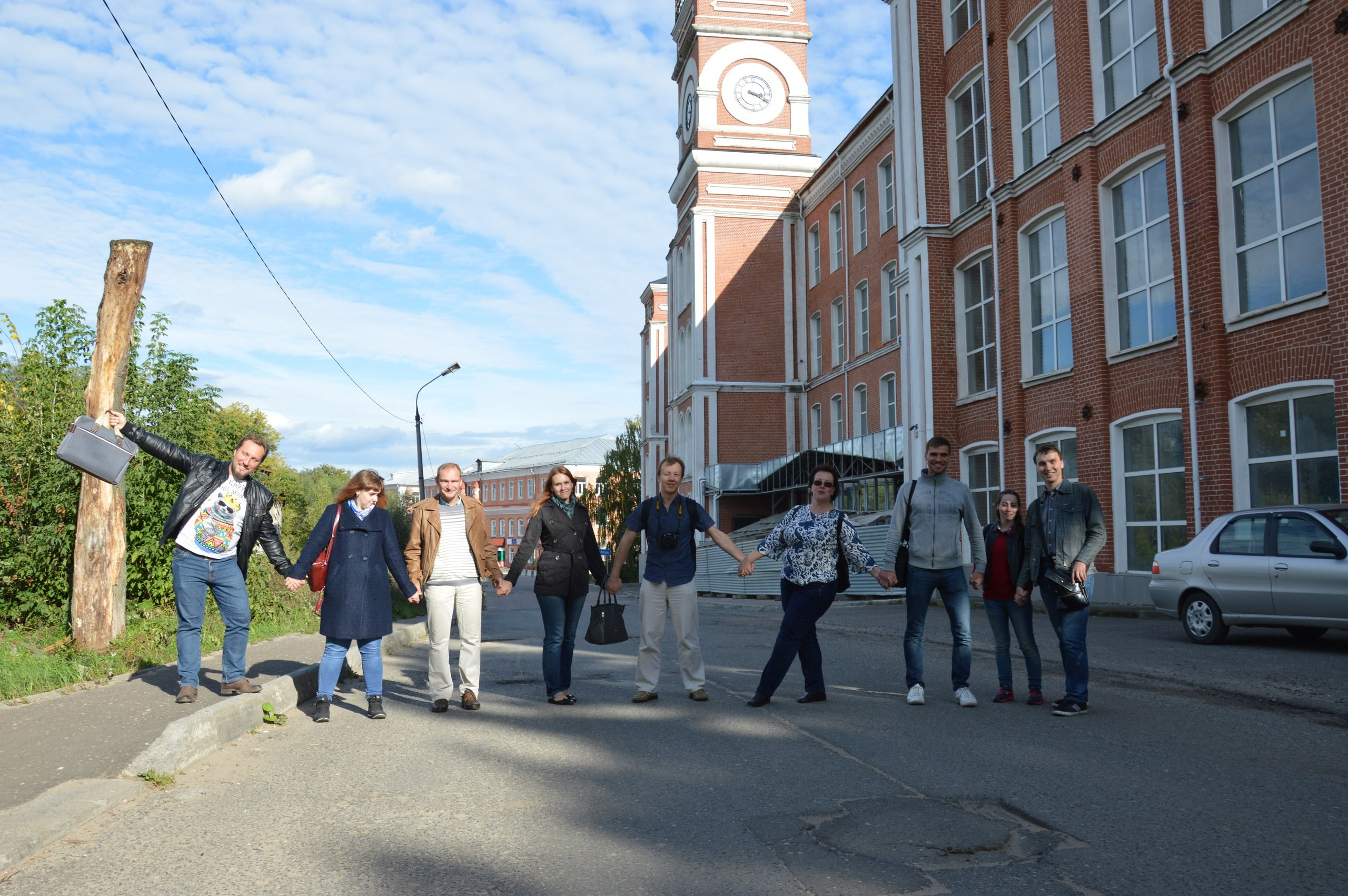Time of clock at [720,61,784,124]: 3:20
